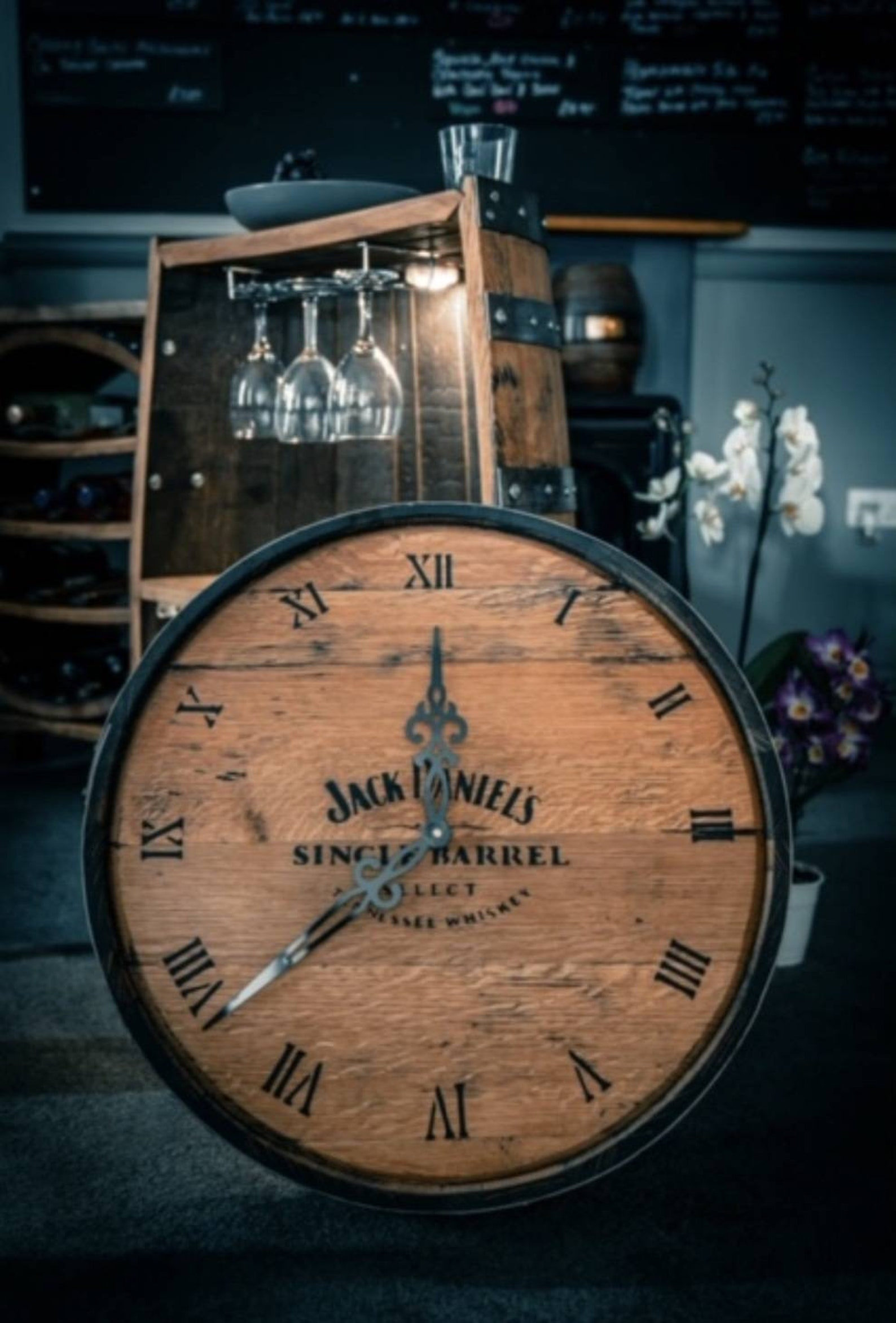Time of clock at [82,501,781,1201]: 11:38
